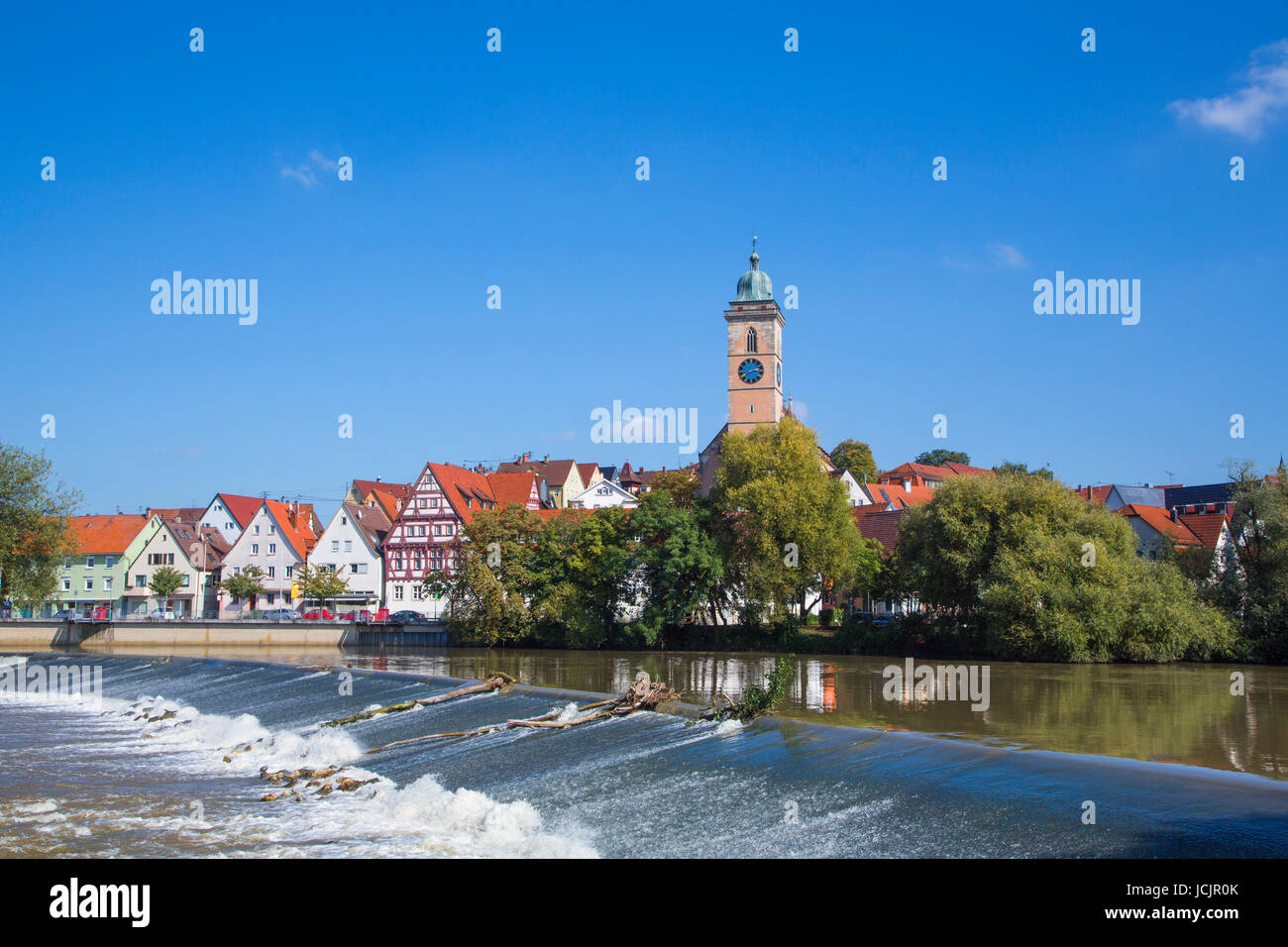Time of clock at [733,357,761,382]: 2:40
